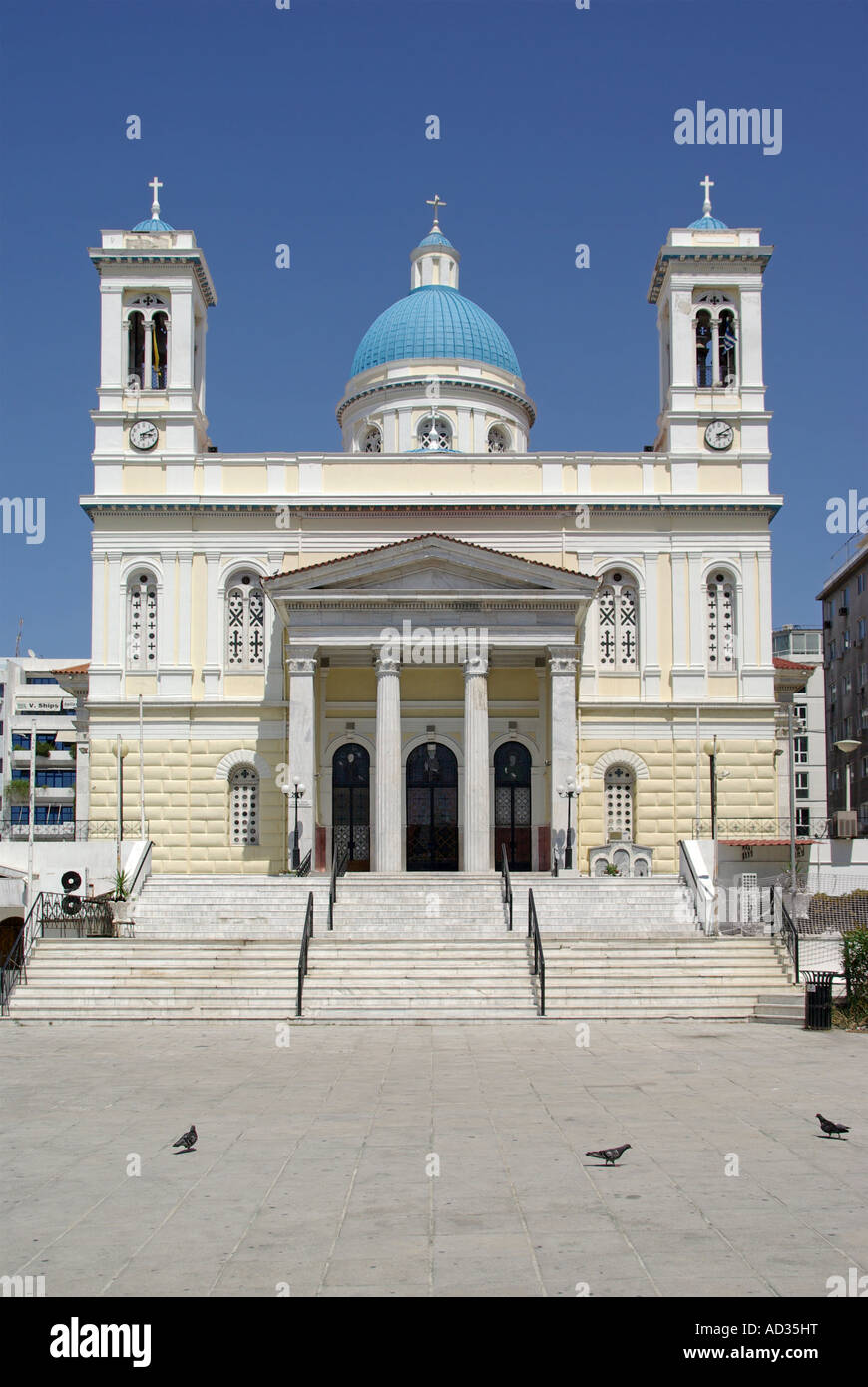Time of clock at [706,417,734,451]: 3:09
